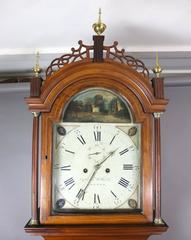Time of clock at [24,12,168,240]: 1:35
